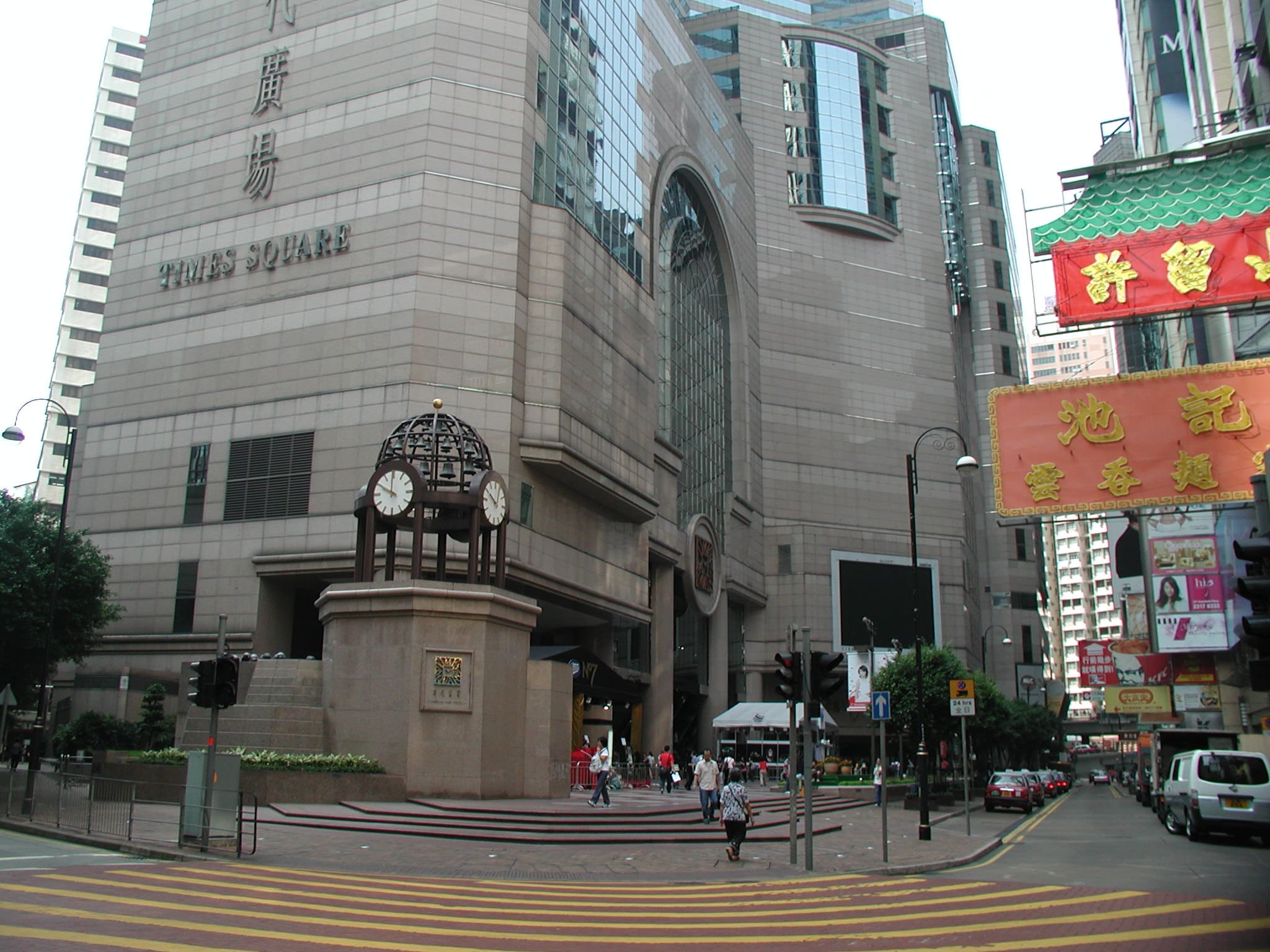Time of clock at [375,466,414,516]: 11:49
